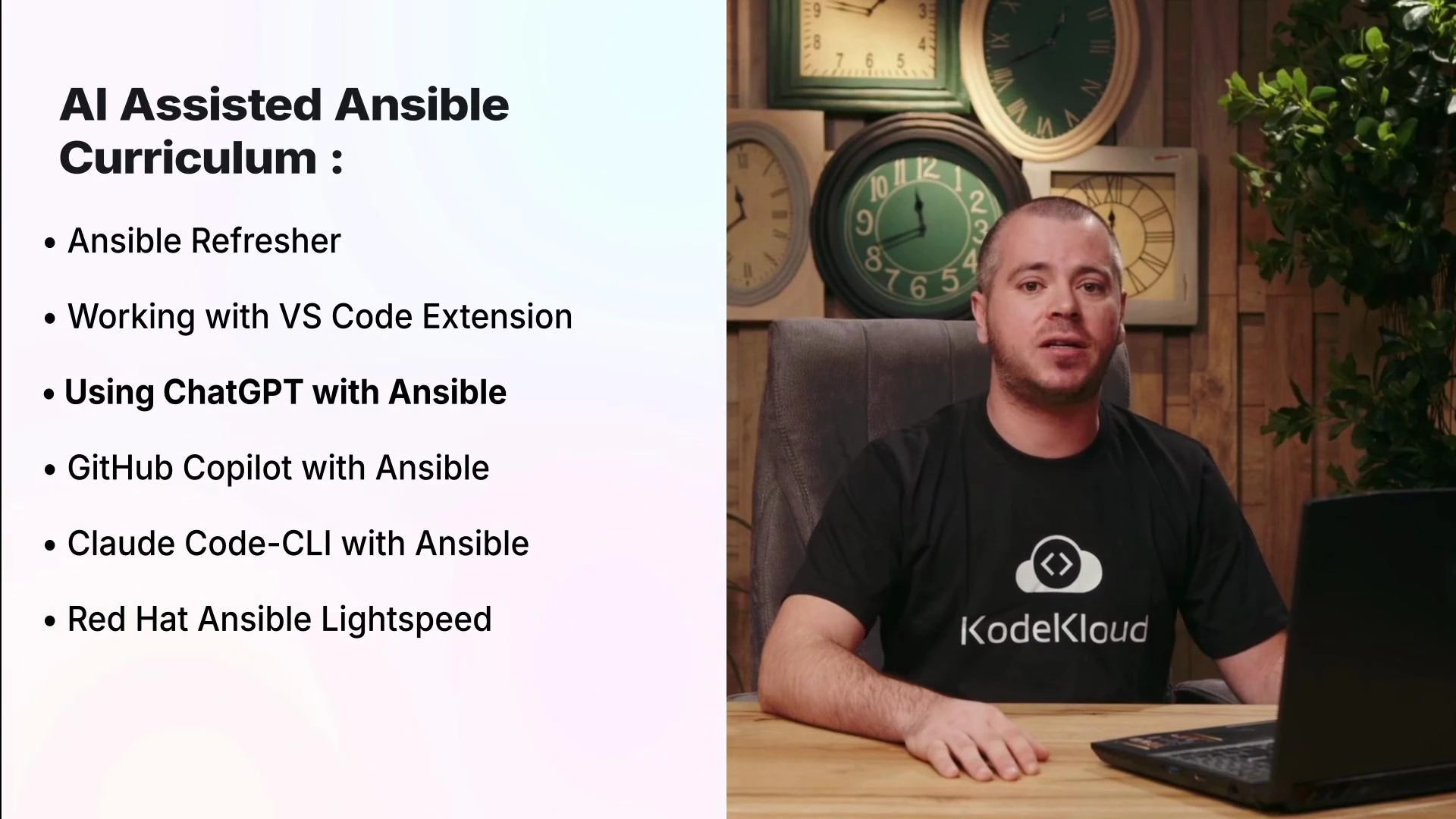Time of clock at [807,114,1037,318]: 11:41
